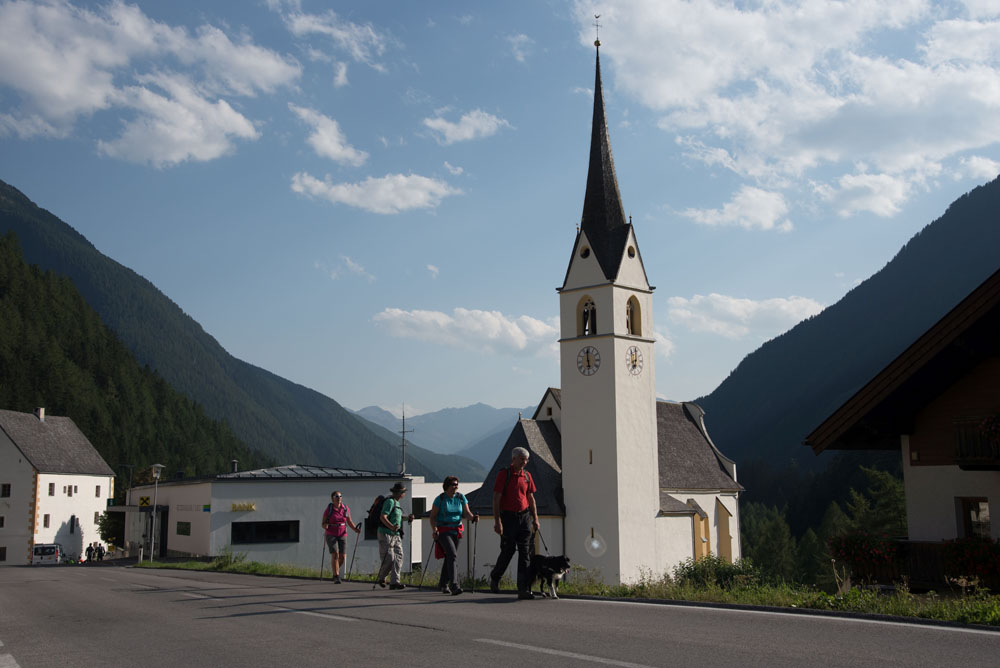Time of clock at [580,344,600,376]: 5:59
